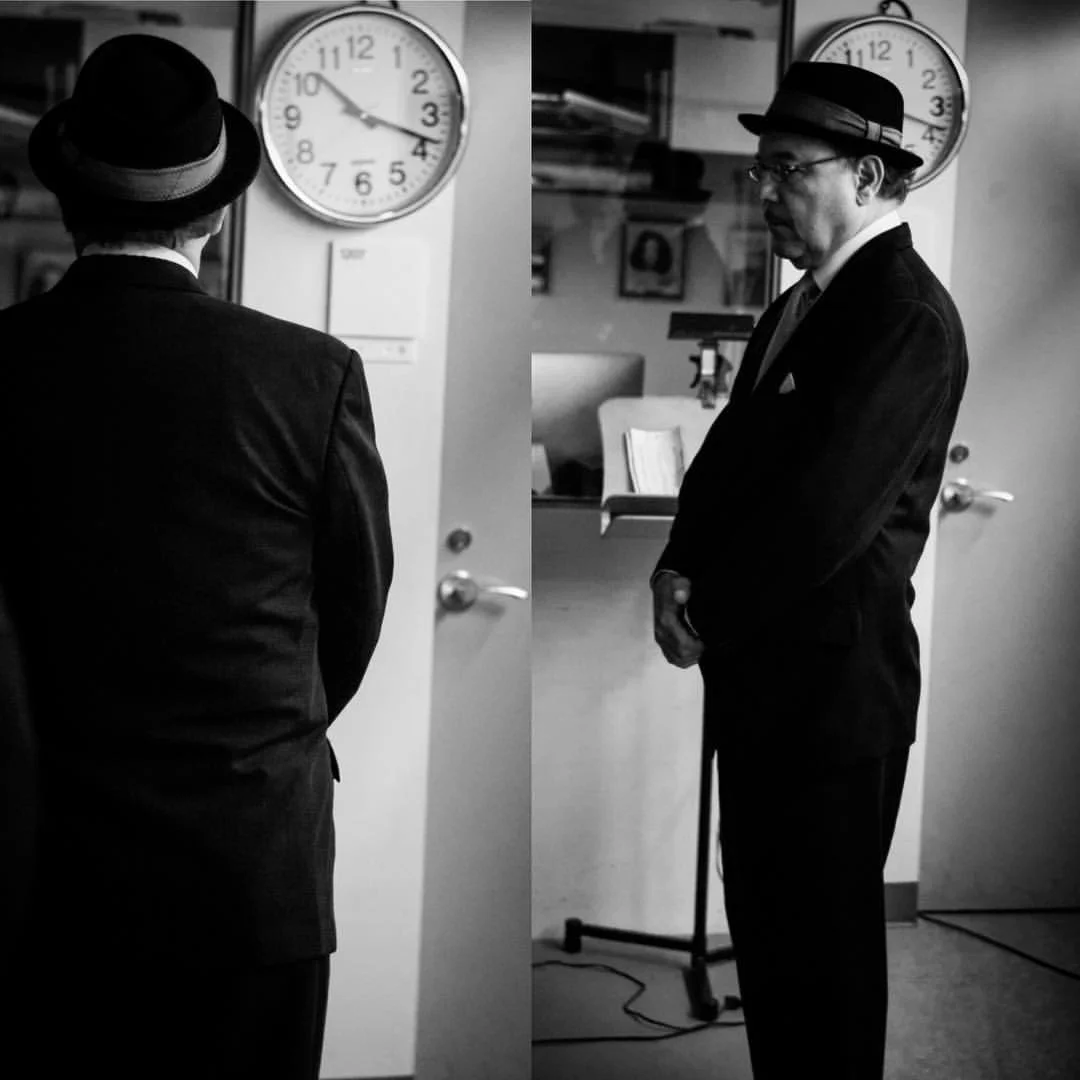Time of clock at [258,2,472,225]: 10:18
